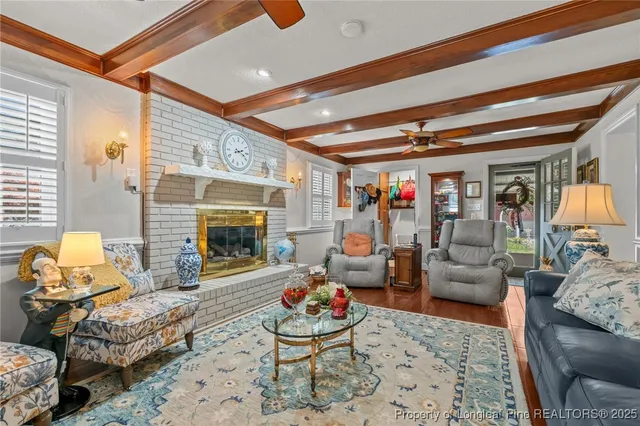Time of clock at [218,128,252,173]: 2:18
